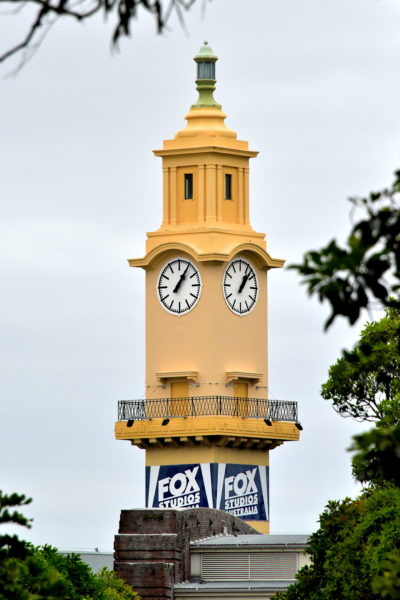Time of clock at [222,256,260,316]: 1:07
